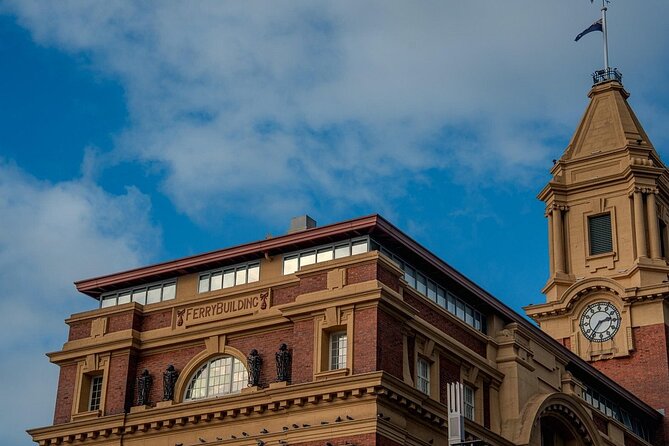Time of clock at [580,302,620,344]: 2:36
